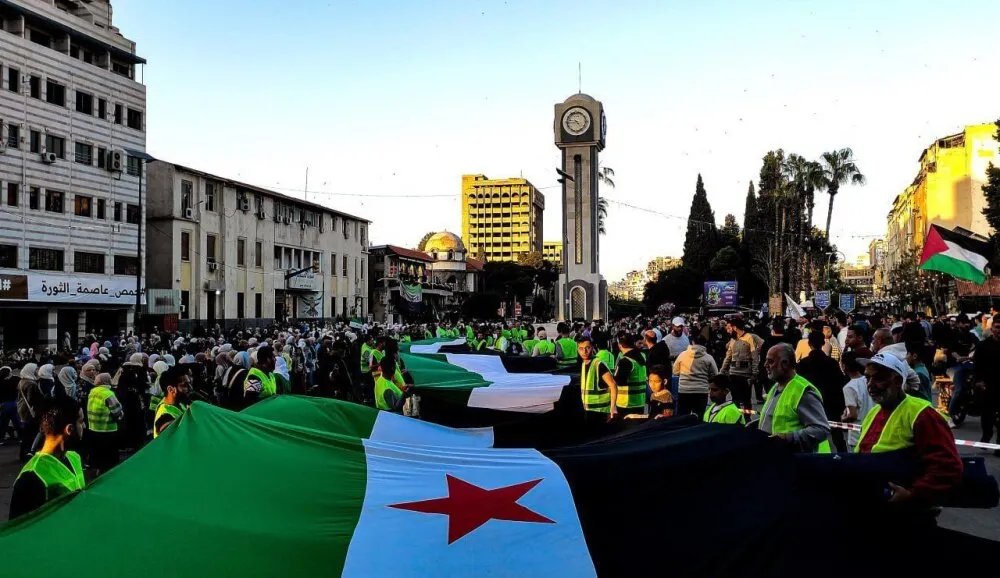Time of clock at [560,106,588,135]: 4:44
